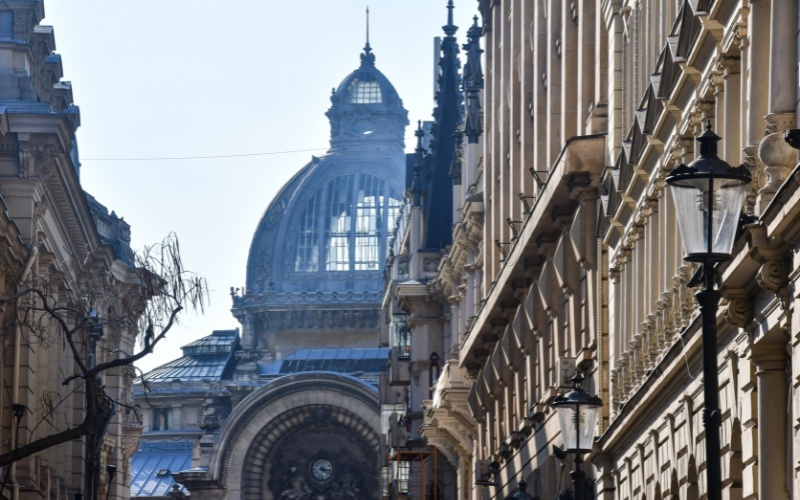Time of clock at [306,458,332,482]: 4:16
